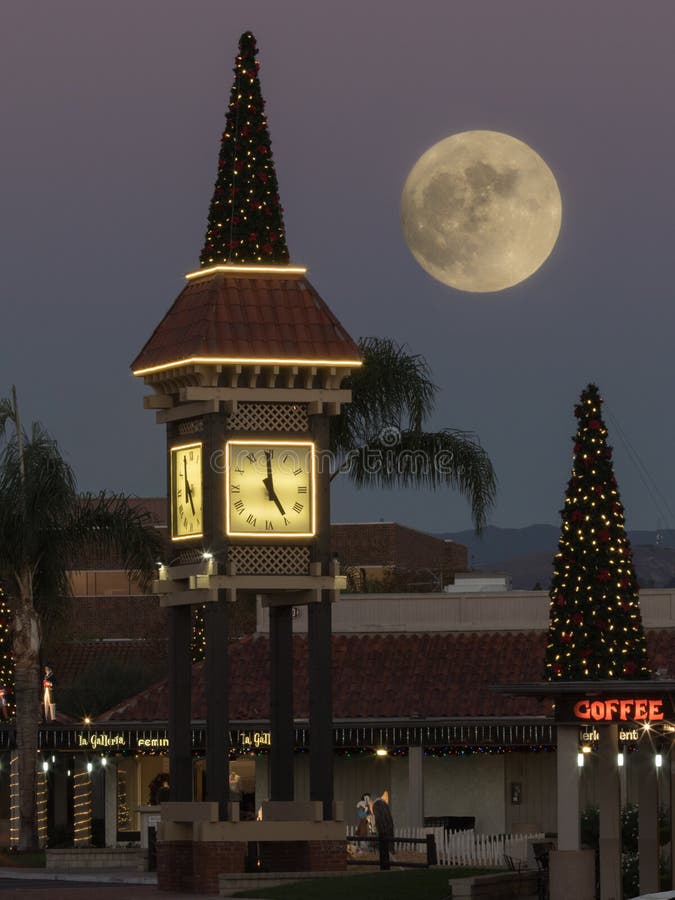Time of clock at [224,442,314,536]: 4:59
